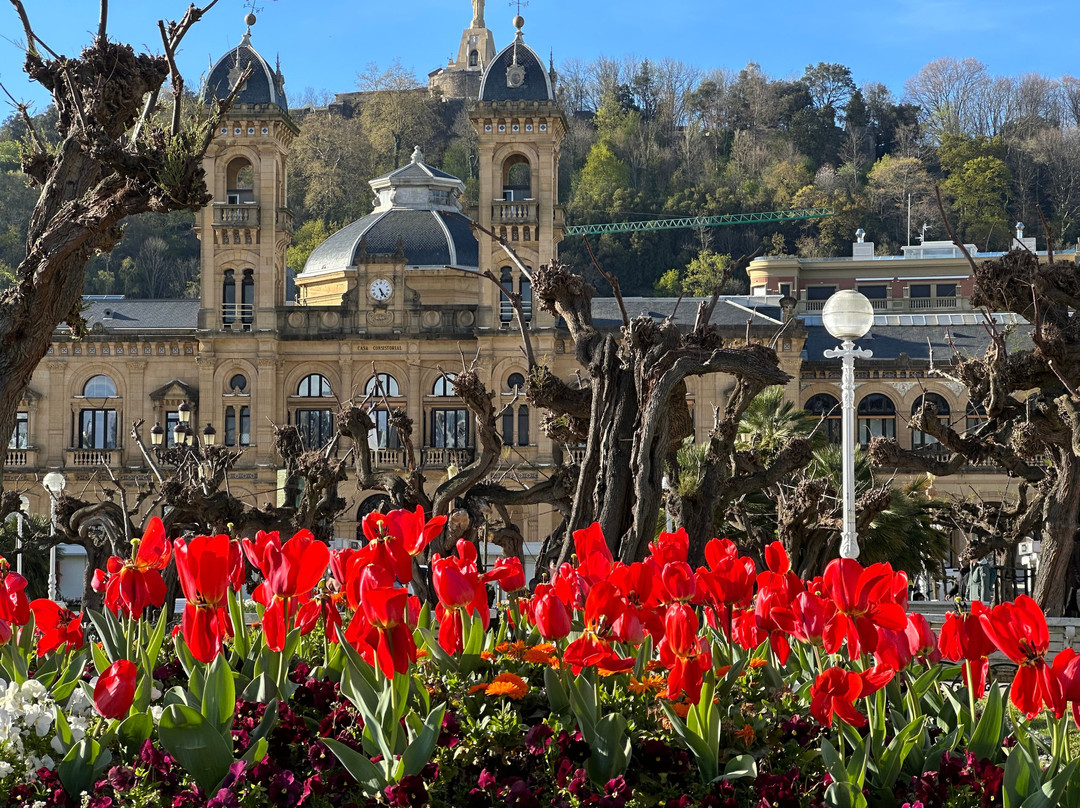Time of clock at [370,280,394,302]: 5:23
